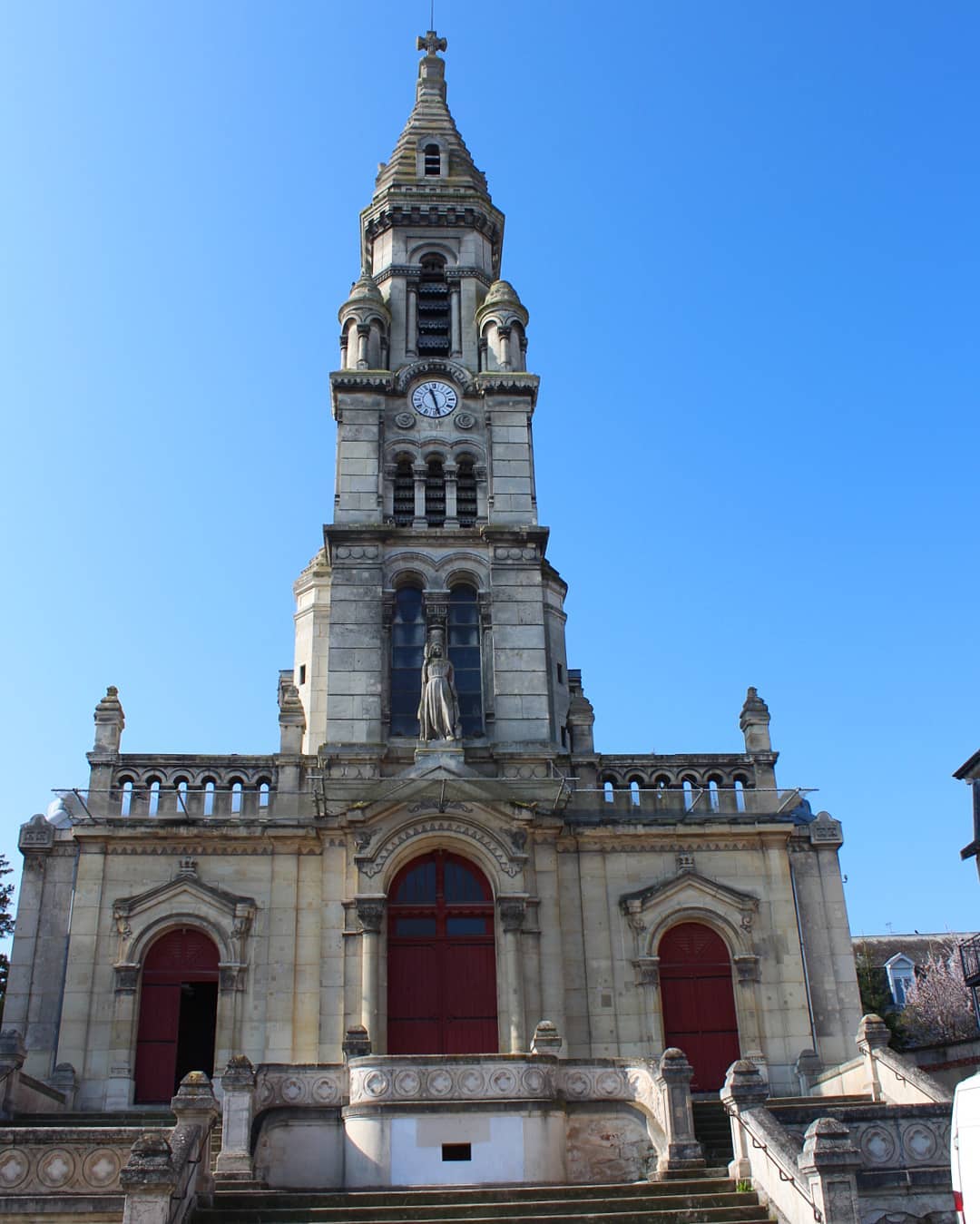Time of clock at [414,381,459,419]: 11:28
